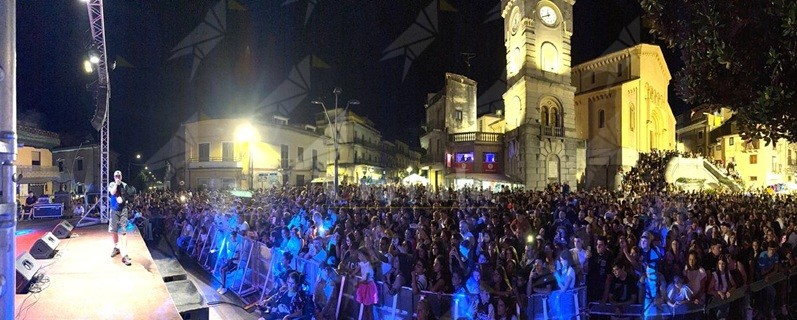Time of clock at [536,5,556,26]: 11:41
